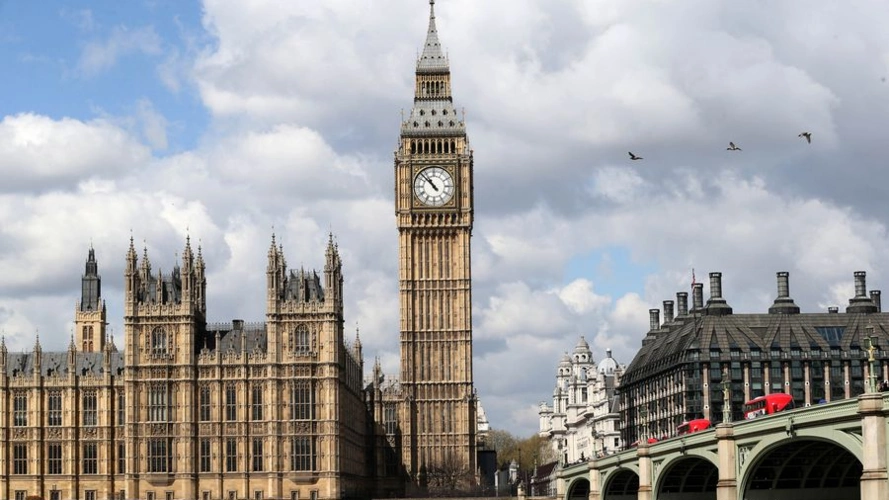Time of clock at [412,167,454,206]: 10:52
